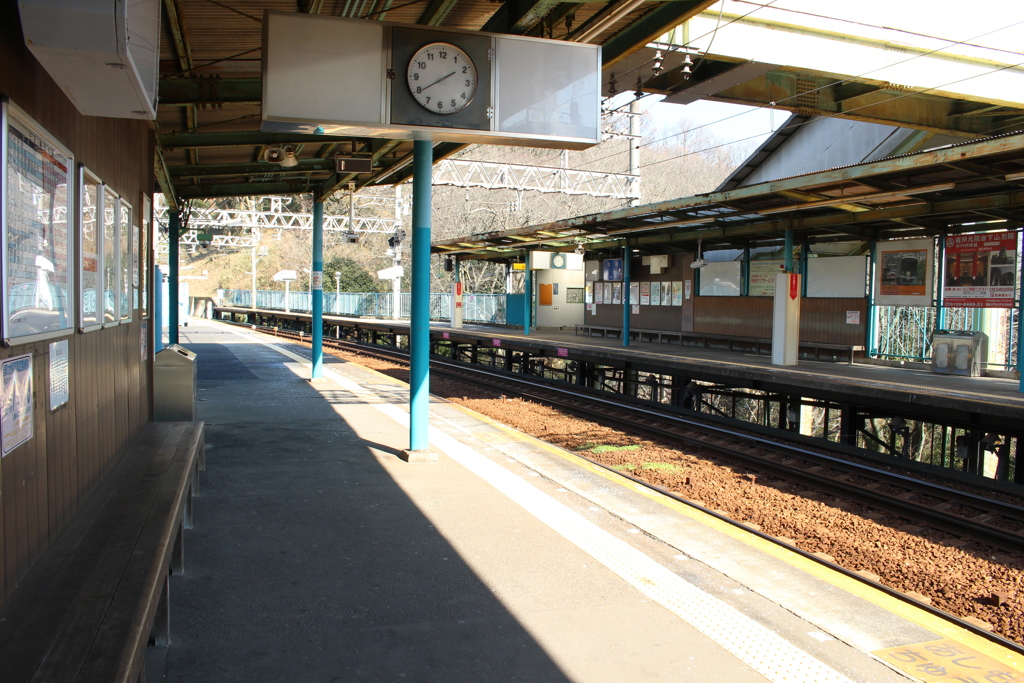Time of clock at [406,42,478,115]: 1:39
